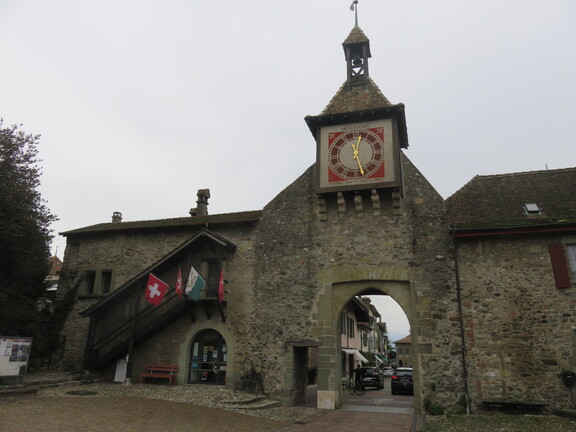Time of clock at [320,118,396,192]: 12:27
